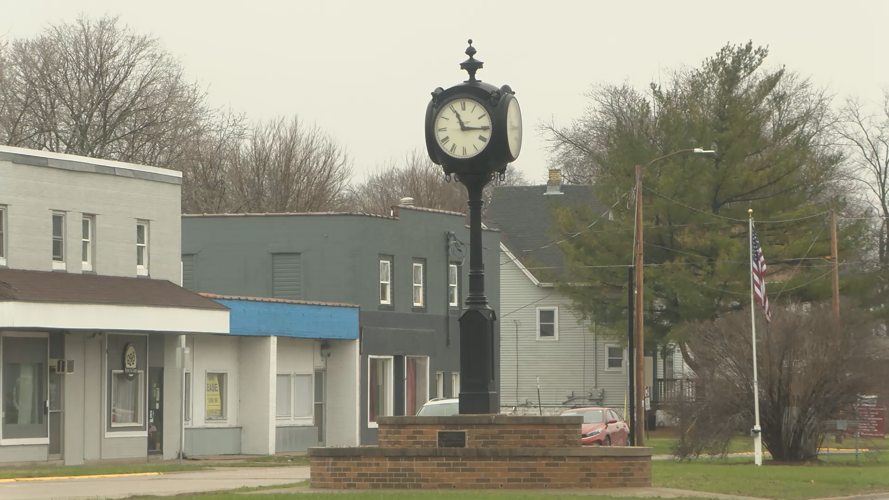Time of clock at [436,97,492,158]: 11:15
